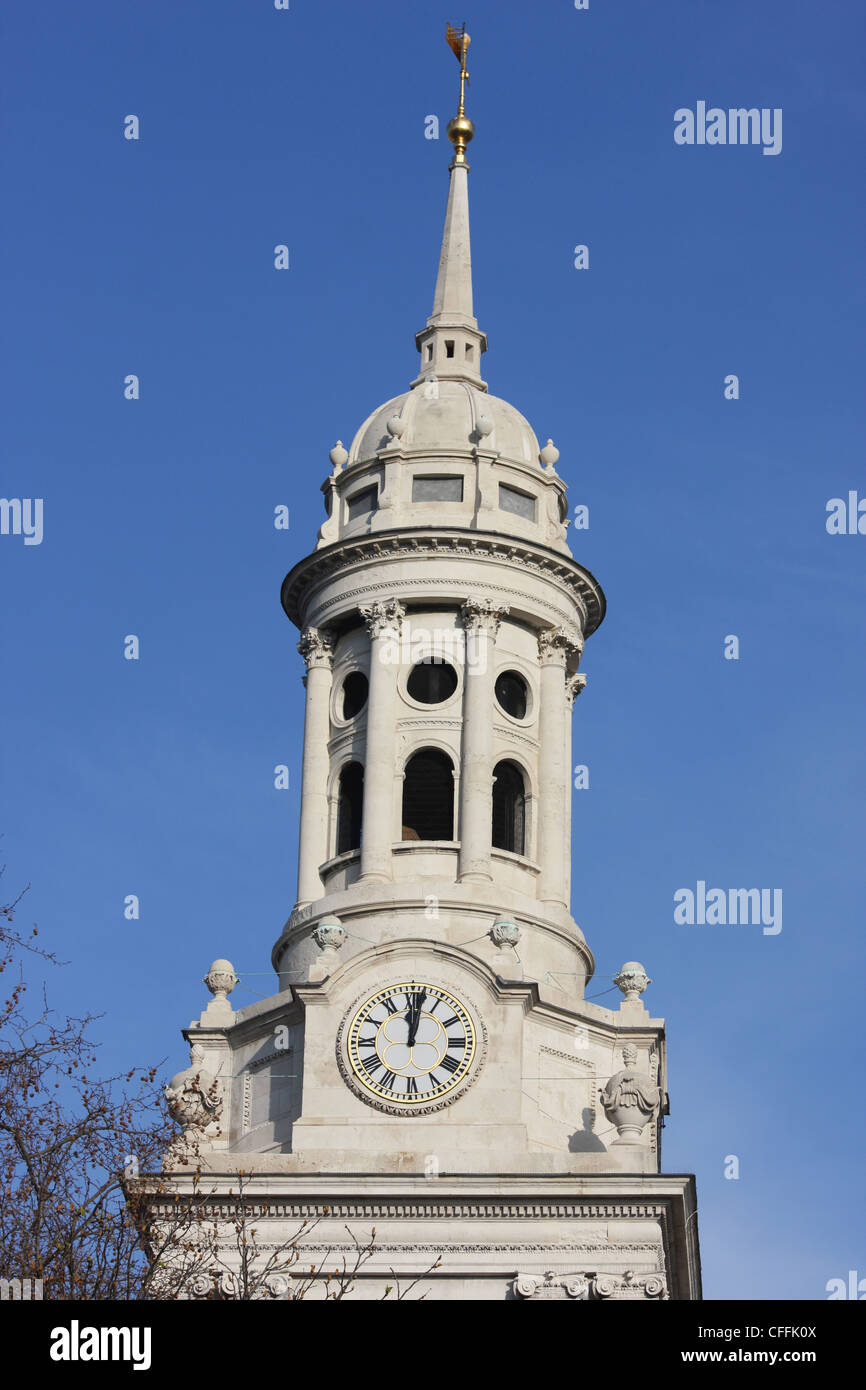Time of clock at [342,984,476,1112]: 12:01
